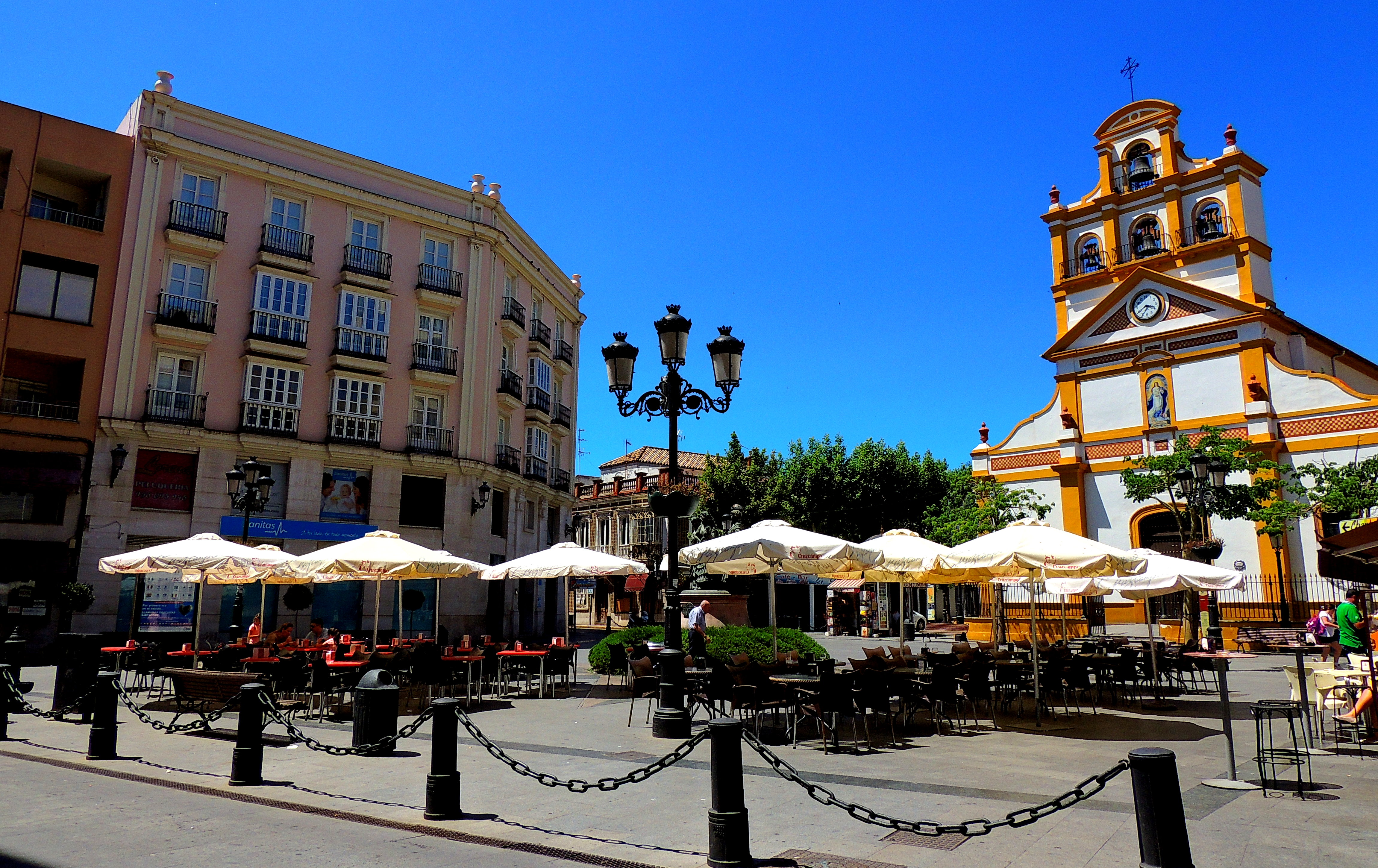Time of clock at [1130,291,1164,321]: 3:39
